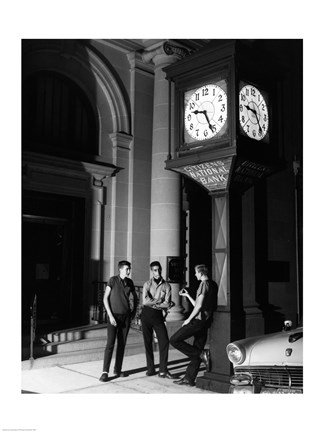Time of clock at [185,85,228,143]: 9:26
